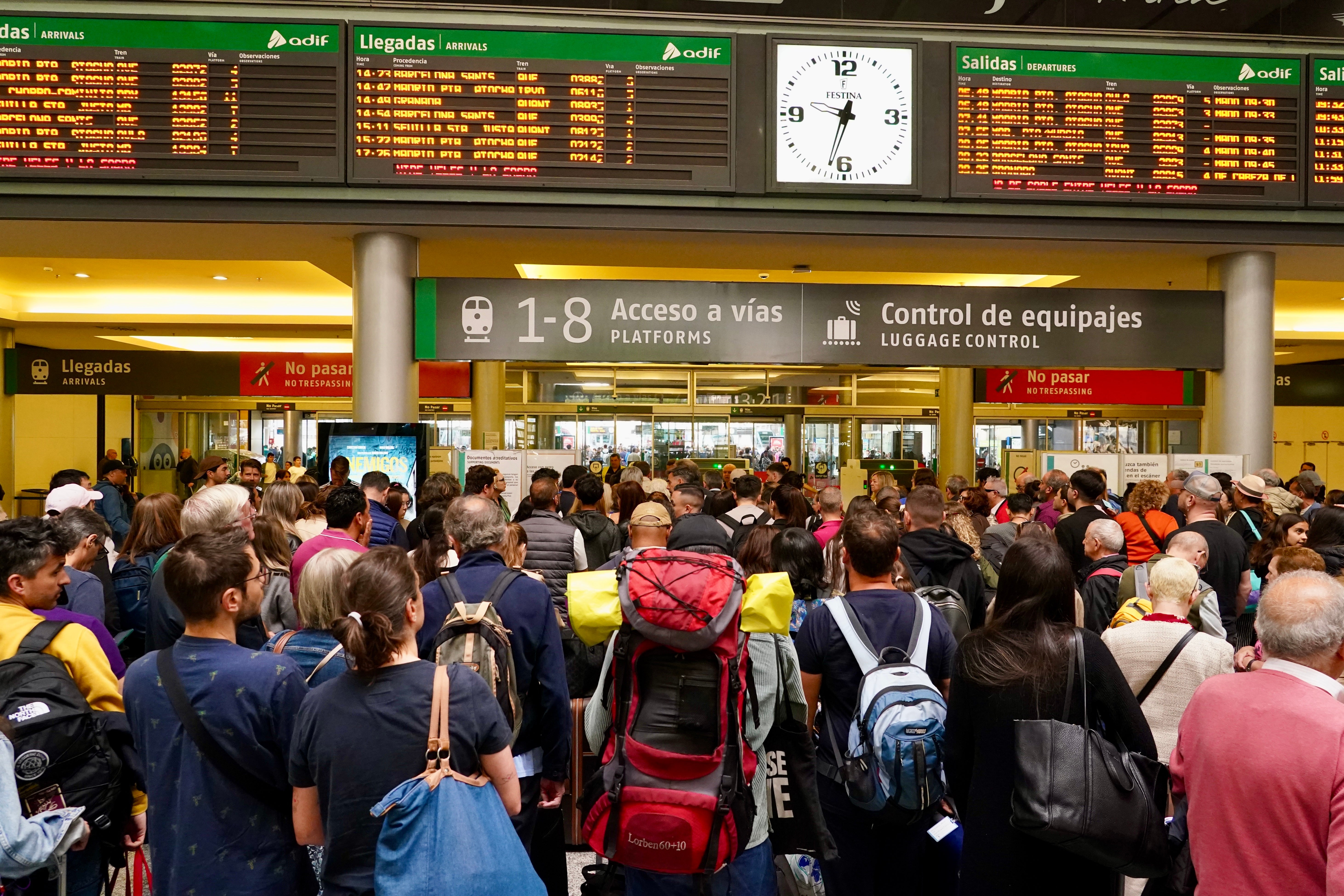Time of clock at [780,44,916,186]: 12:32
